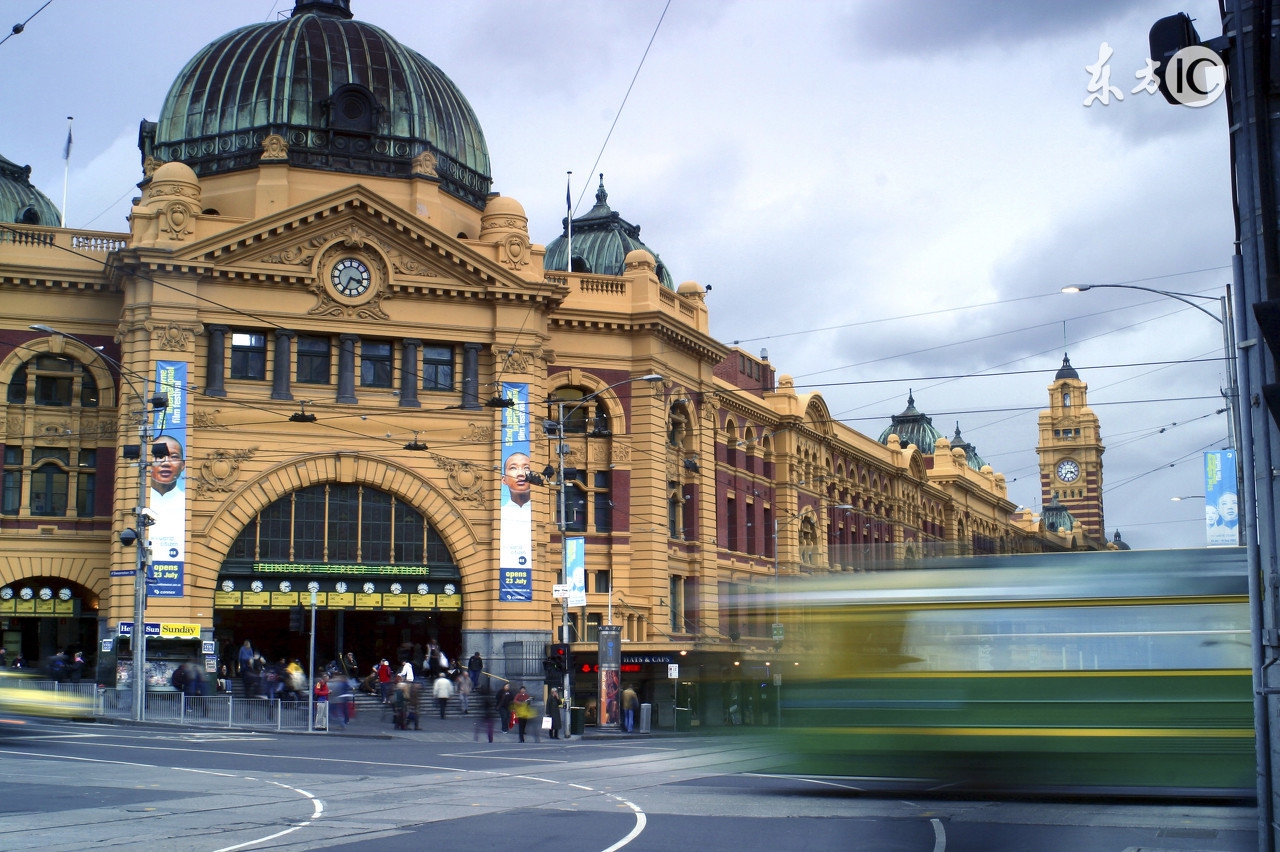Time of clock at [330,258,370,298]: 3:34
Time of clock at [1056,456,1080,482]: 3:35
